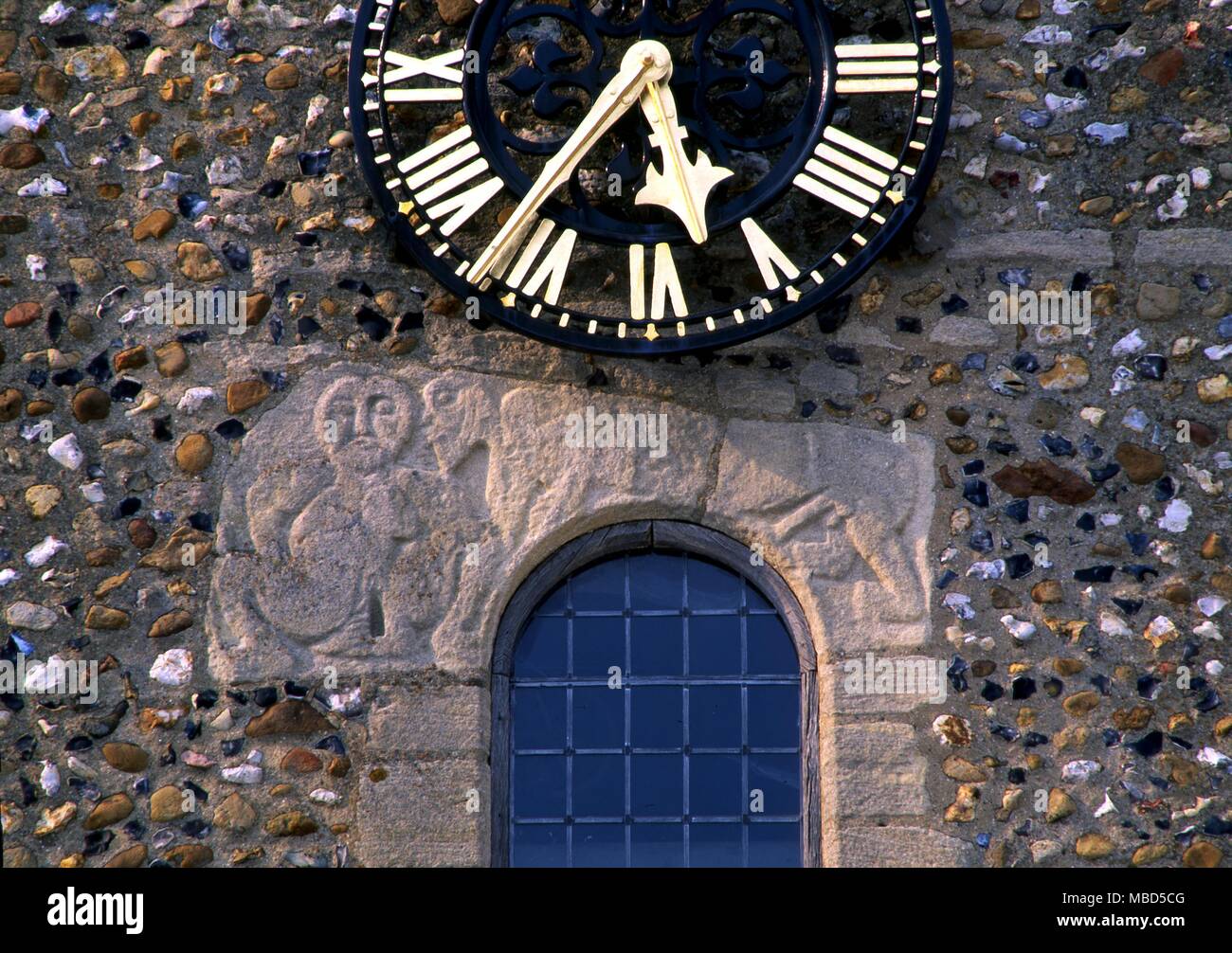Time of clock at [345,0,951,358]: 5:36
